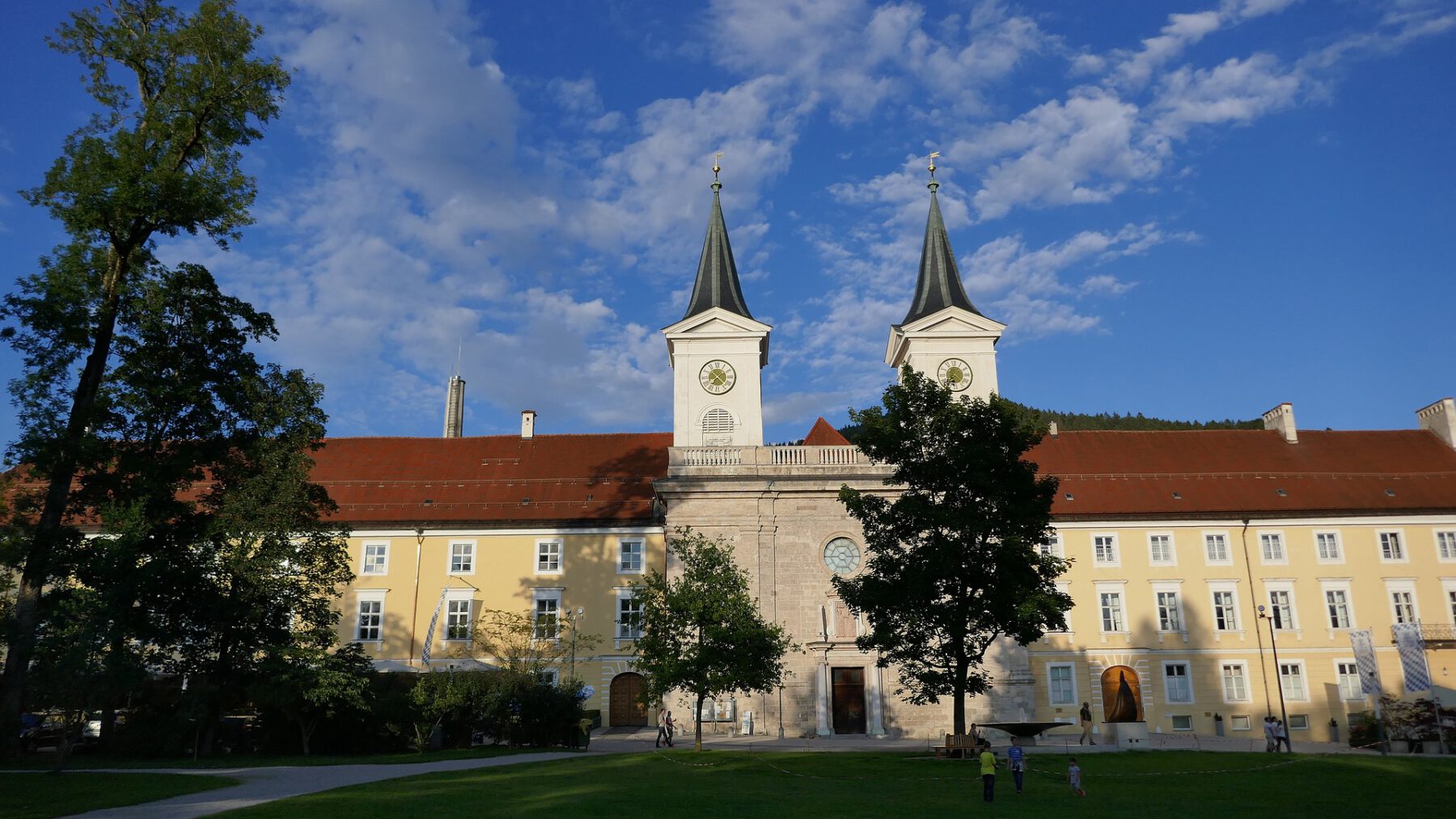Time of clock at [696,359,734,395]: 7:22
